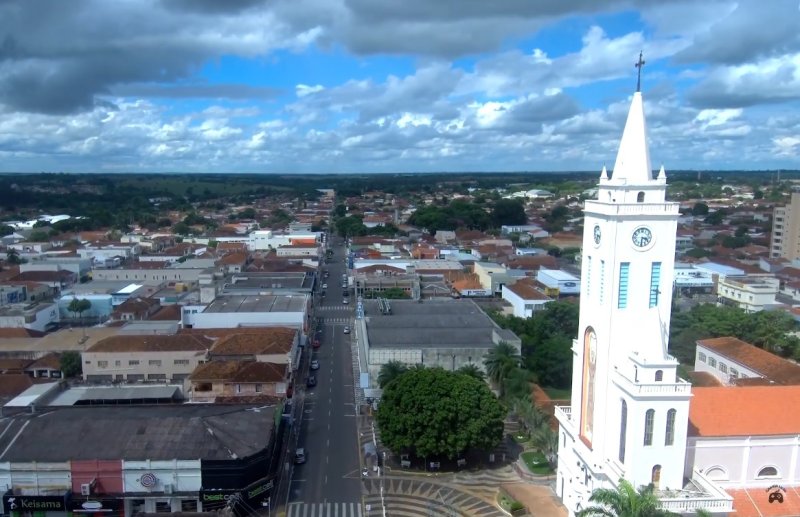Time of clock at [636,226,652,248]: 3:31
